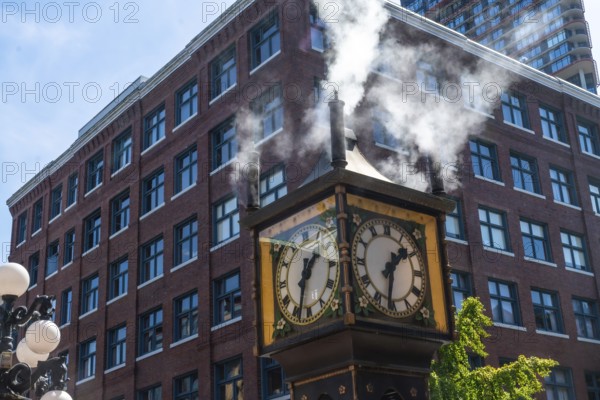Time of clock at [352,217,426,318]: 1:31
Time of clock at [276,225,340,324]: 1:32
